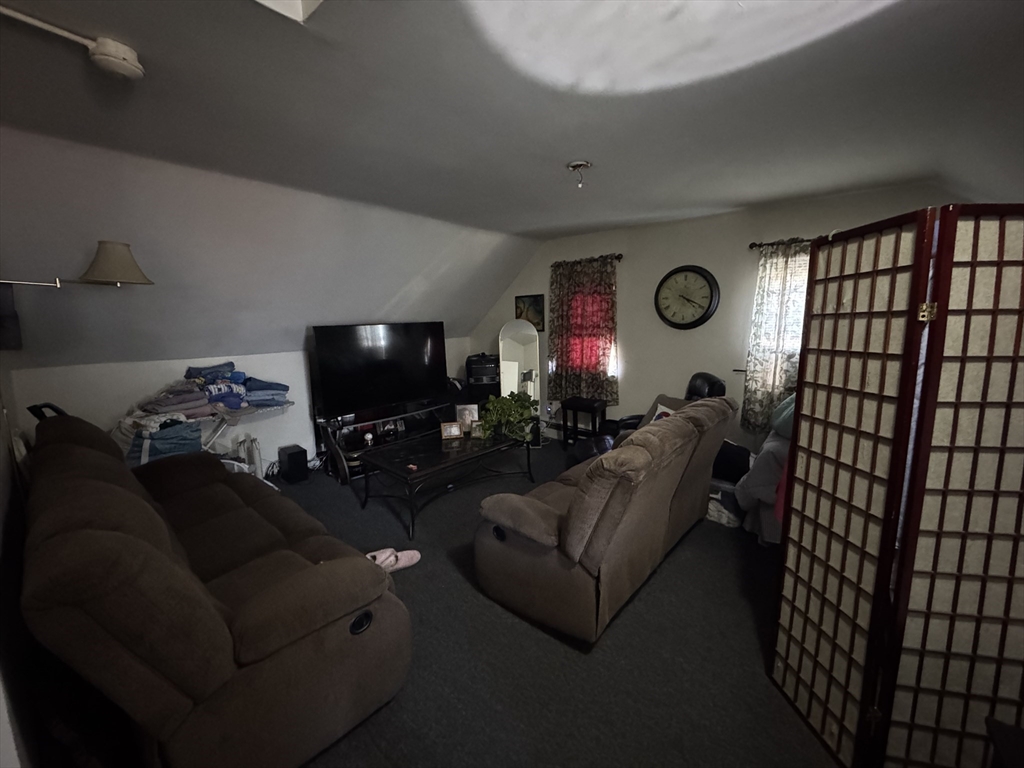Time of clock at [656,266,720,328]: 4:19
